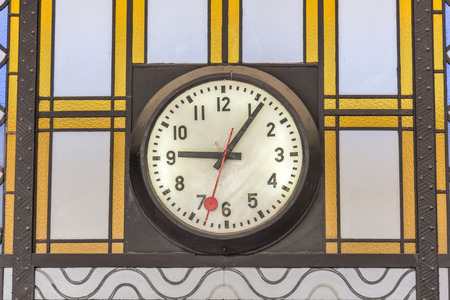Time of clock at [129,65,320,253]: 9:06
